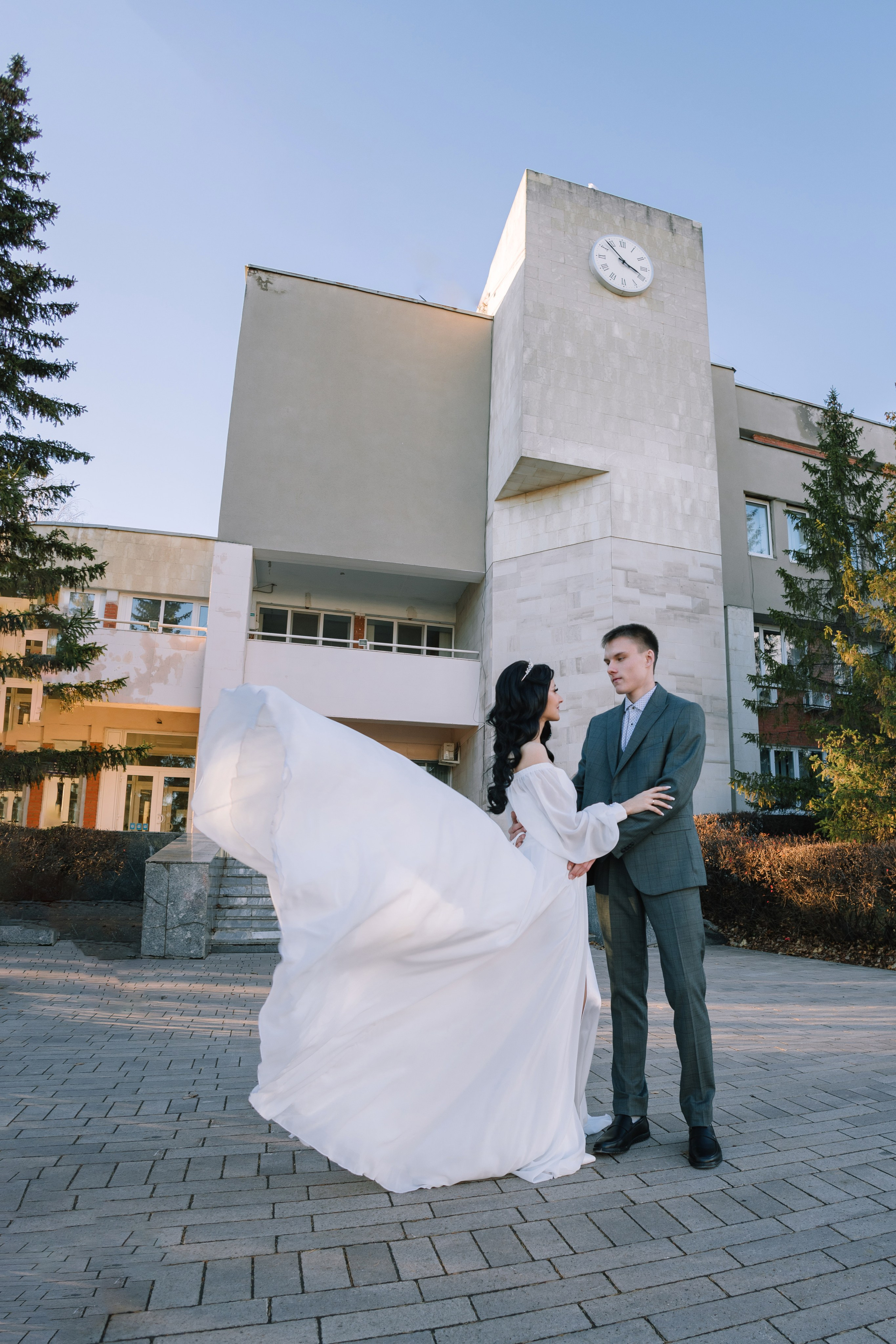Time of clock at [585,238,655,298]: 3:53
